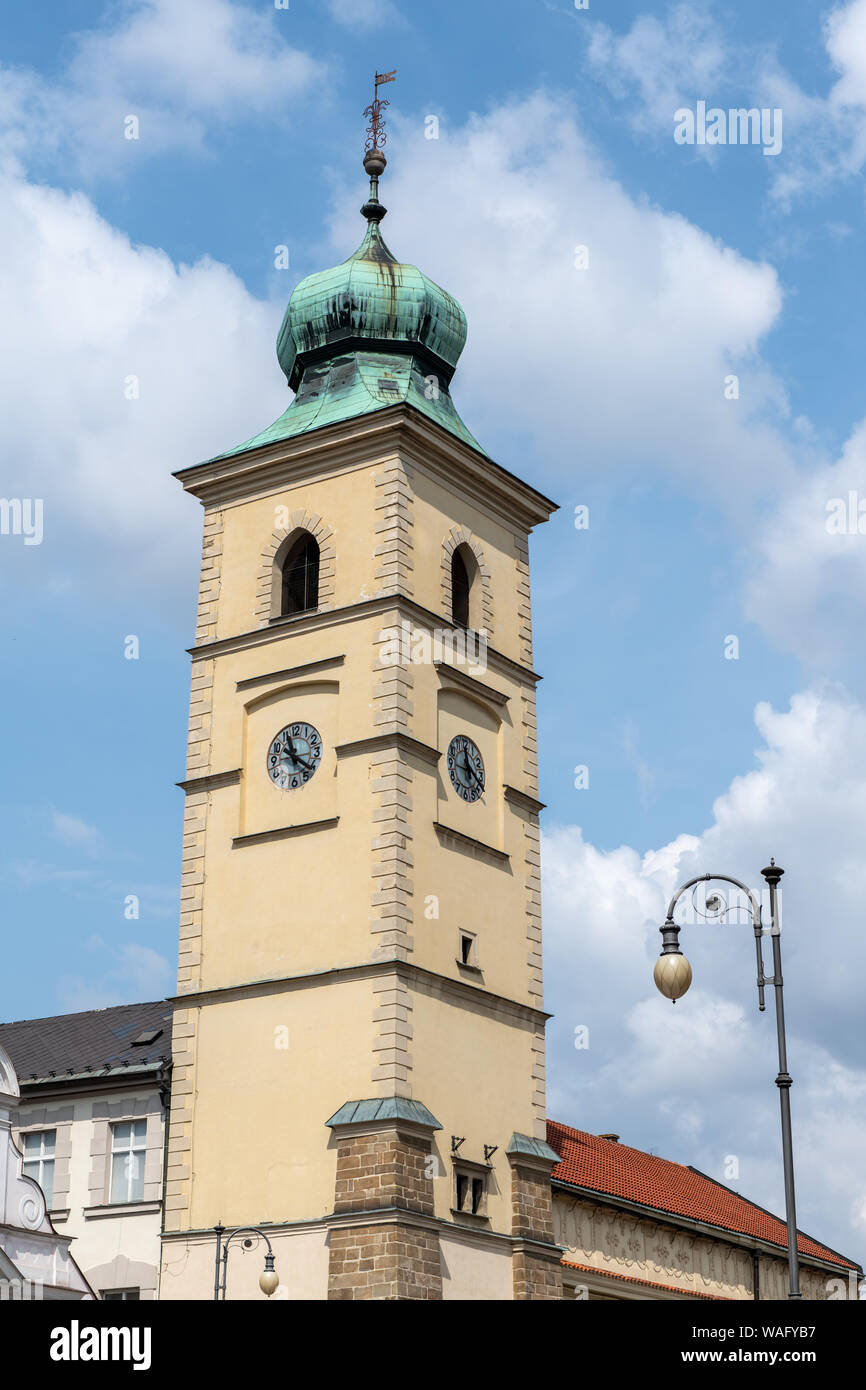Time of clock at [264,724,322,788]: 11:21
